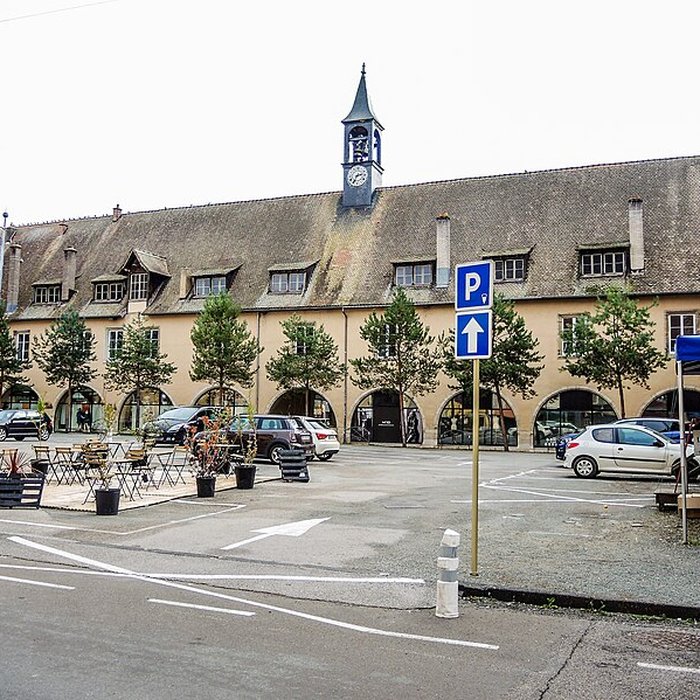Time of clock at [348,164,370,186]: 2:34
